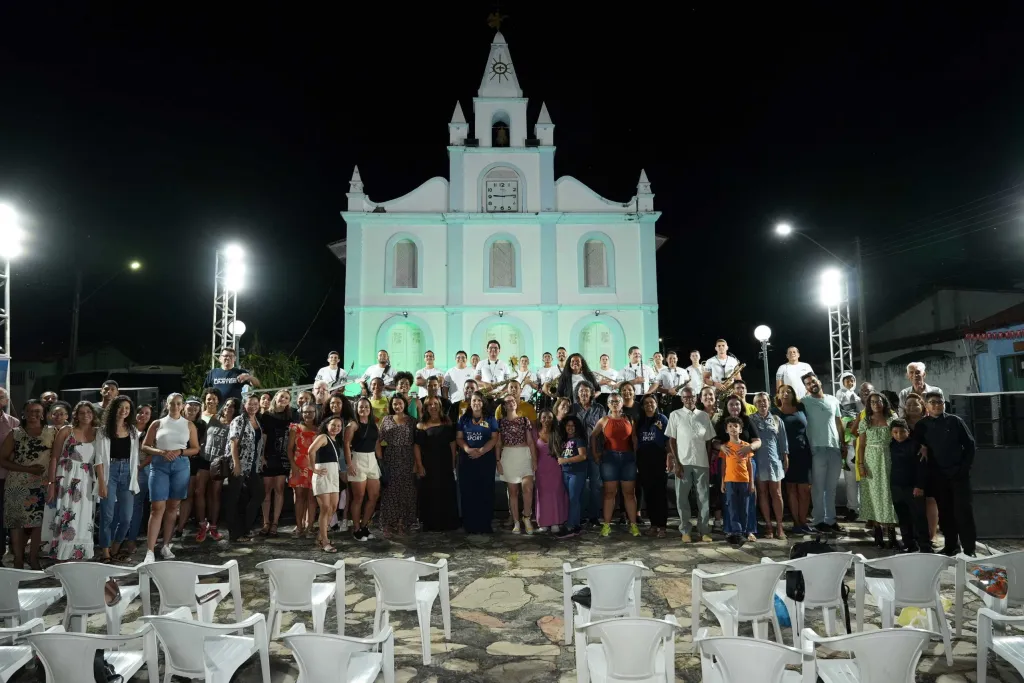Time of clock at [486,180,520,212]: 9:14
